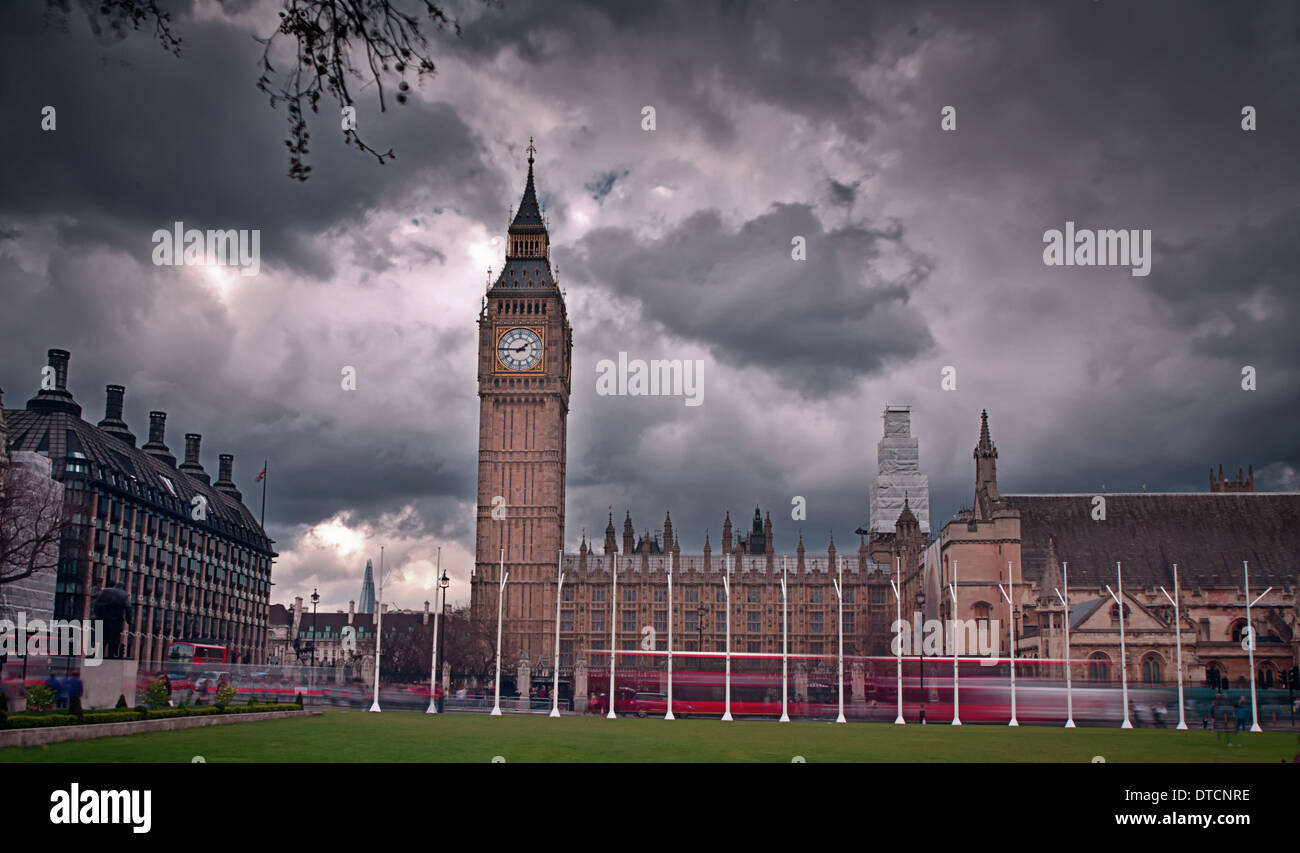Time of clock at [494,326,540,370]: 1:45
